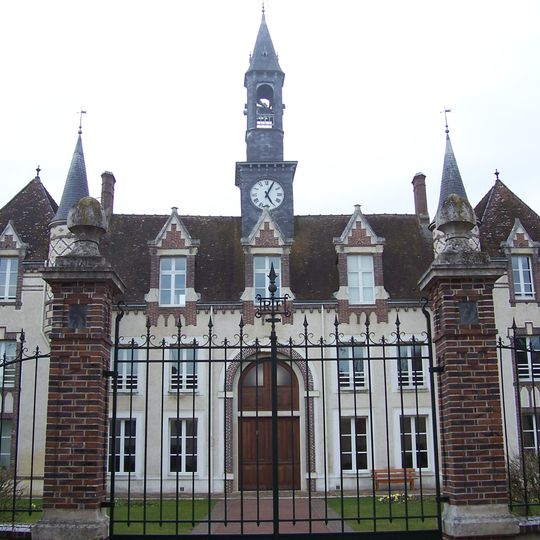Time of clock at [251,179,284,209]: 5:04
